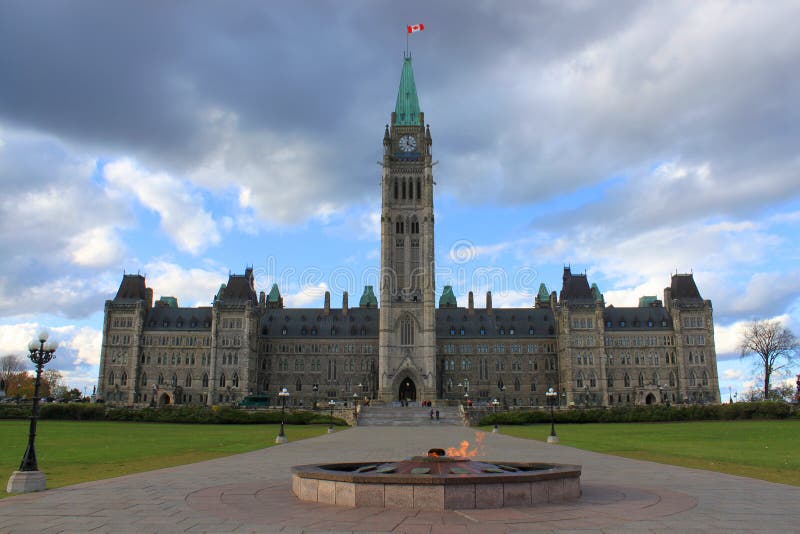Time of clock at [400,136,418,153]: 4:01
